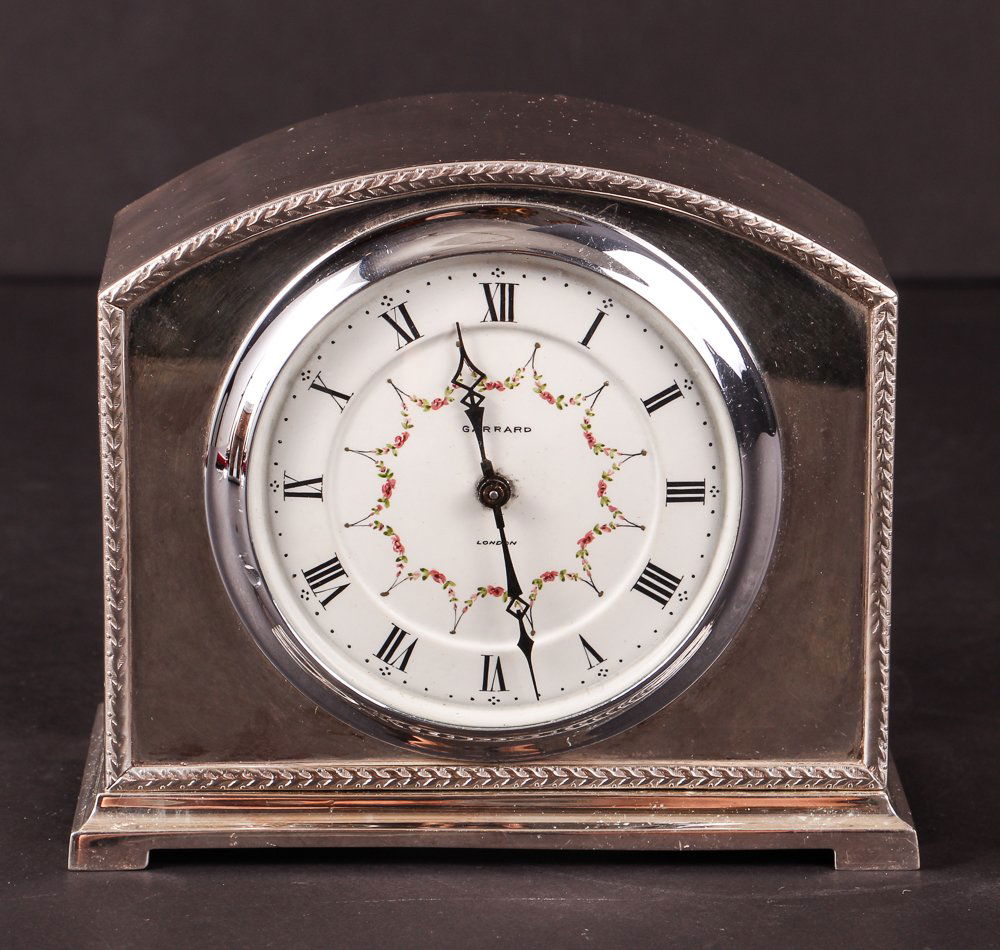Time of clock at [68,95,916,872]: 11:28
